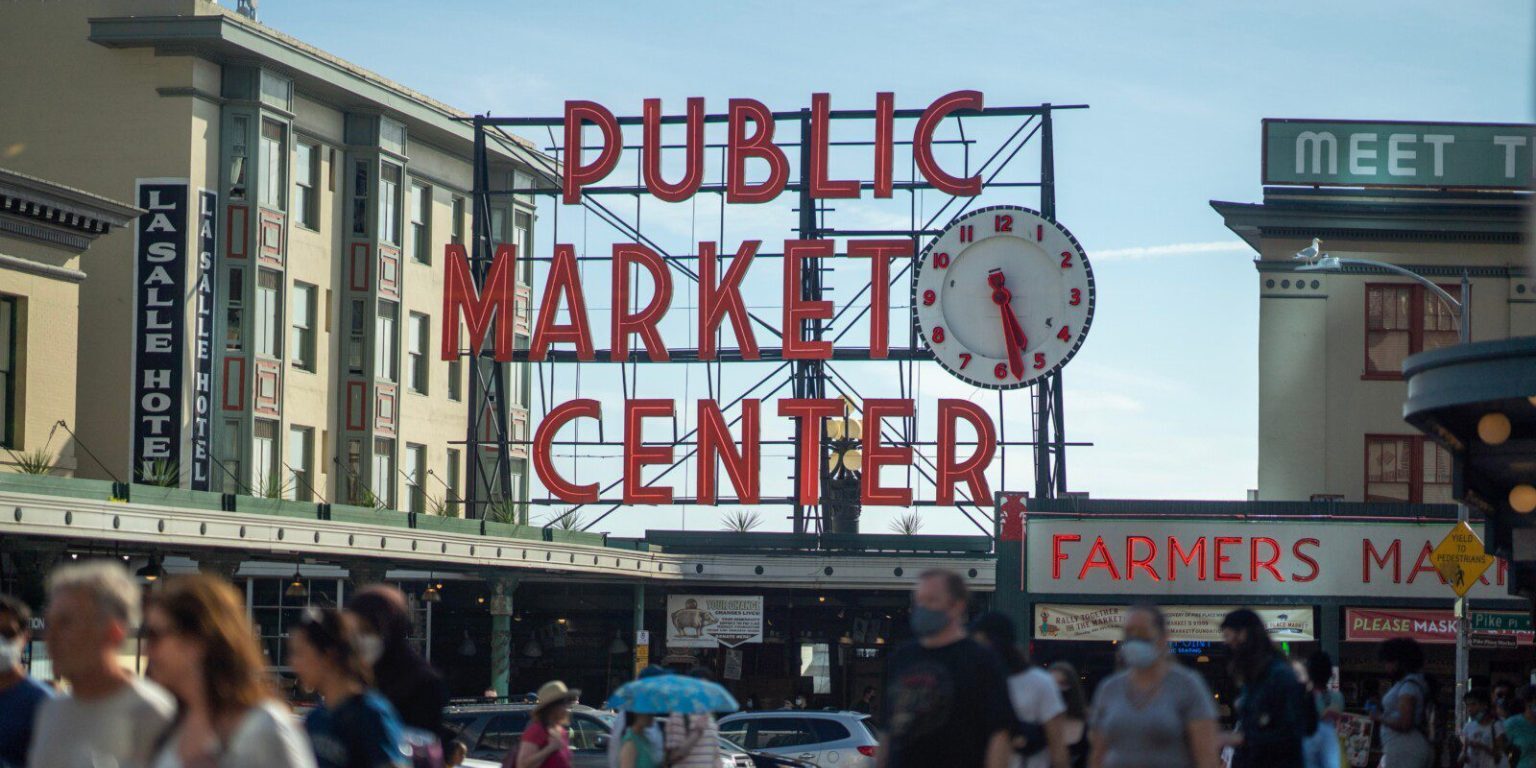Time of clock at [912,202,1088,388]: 5:28
